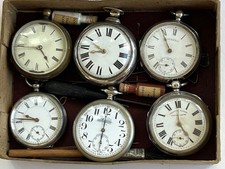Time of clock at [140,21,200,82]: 10:54
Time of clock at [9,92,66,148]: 9:45
